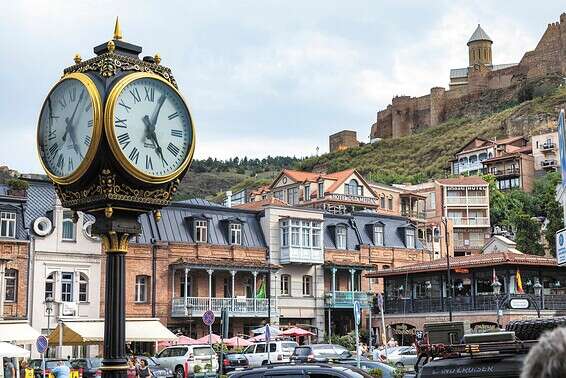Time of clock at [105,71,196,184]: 5:04
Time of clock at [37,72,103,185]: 5:06
